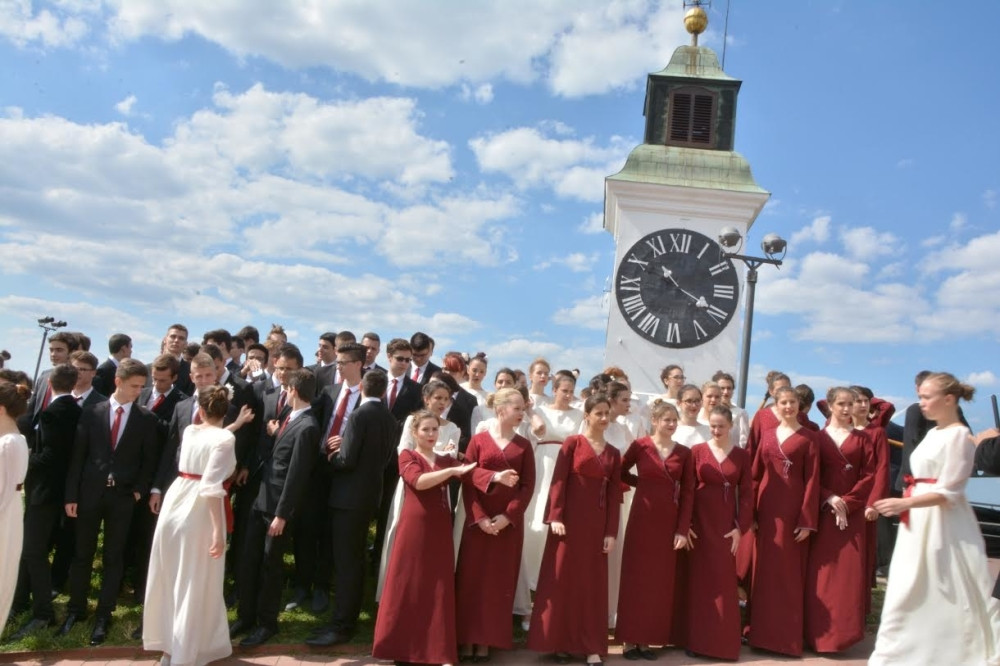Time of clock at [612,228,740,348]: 10:19
